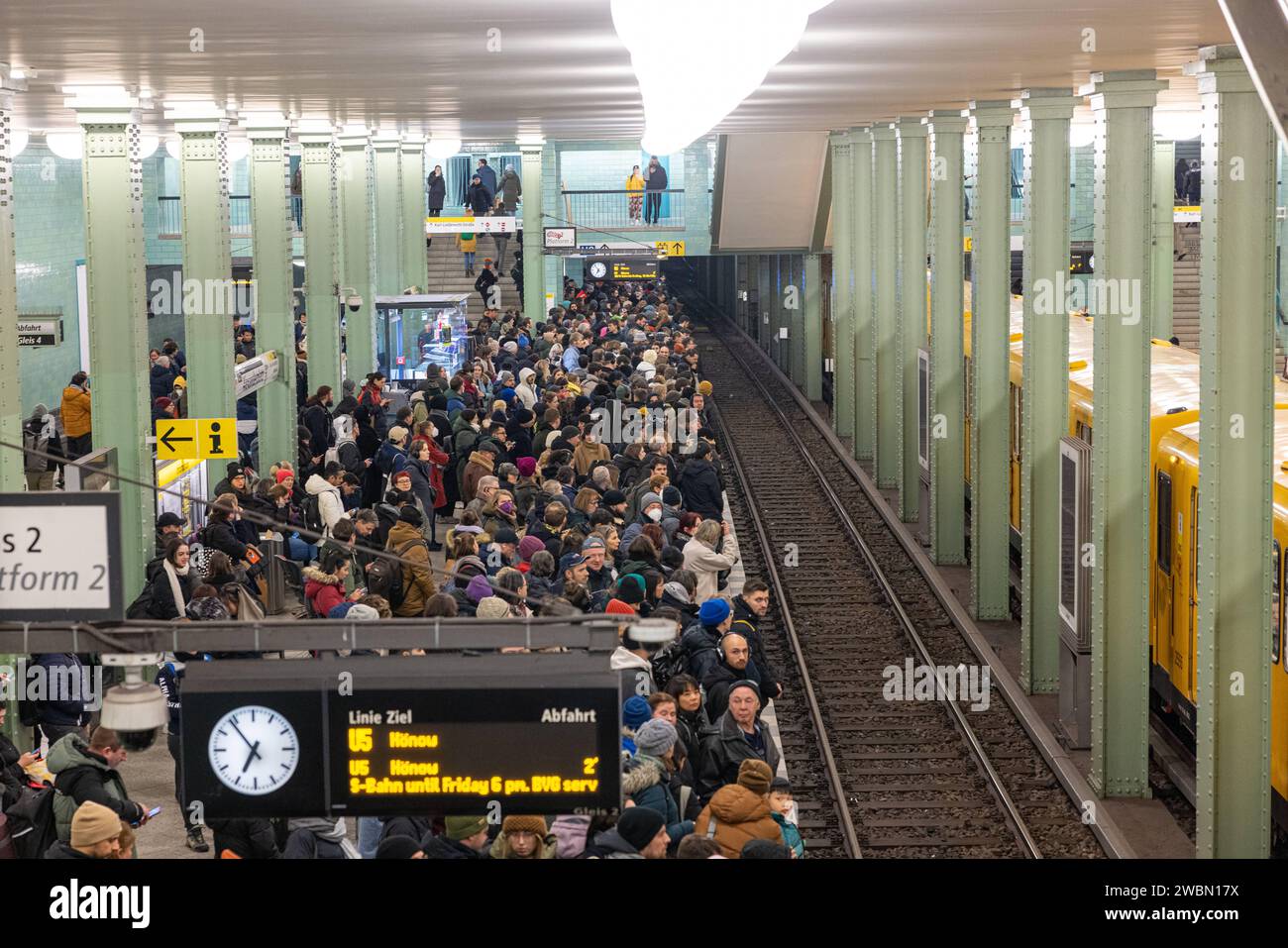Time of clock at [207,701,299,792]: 6:53
